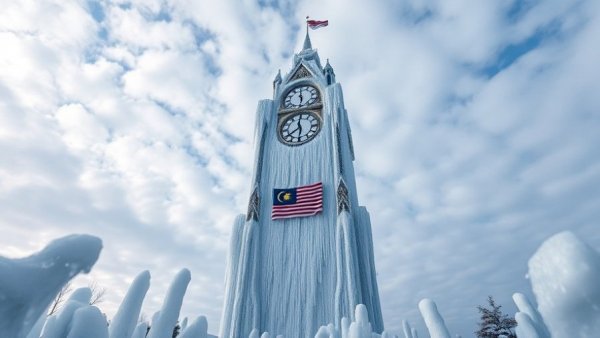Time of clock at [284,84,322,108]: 5:59
